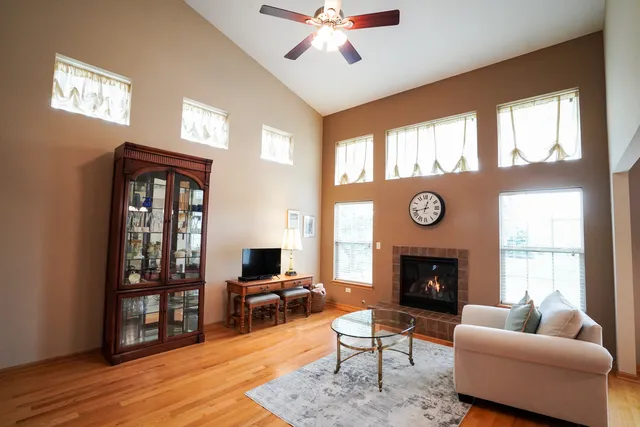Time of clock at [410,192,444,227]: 12:43
